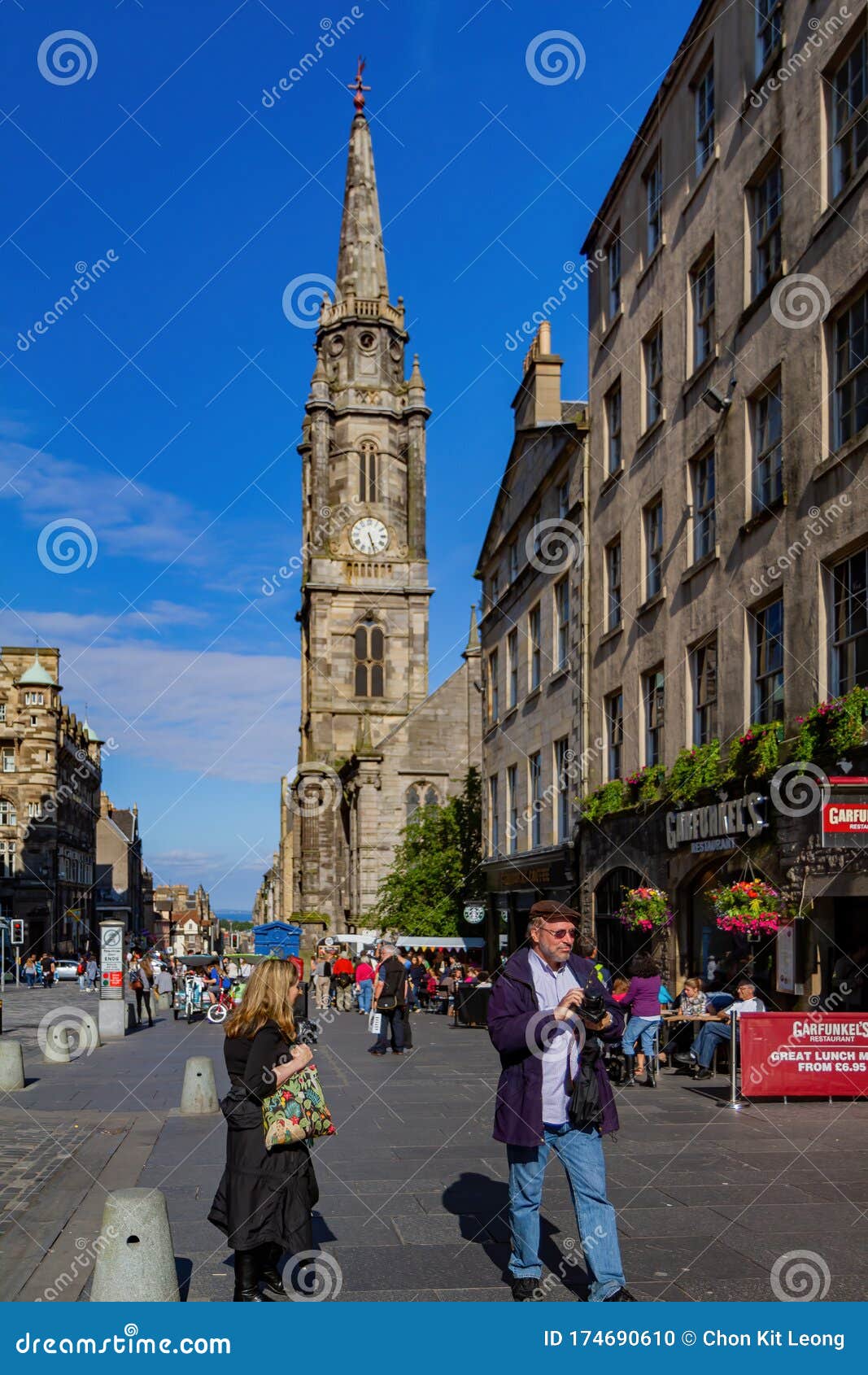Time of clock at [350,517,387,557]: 5:26
